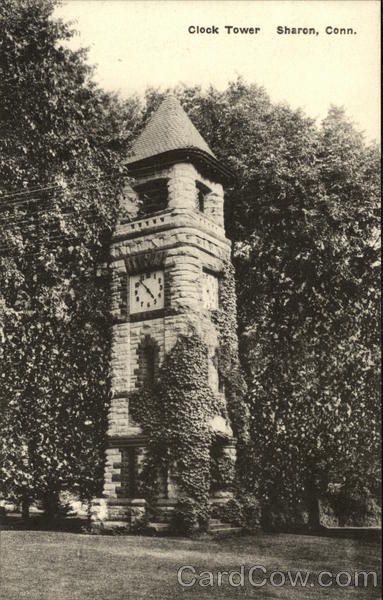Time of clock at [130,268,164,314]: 4:53
